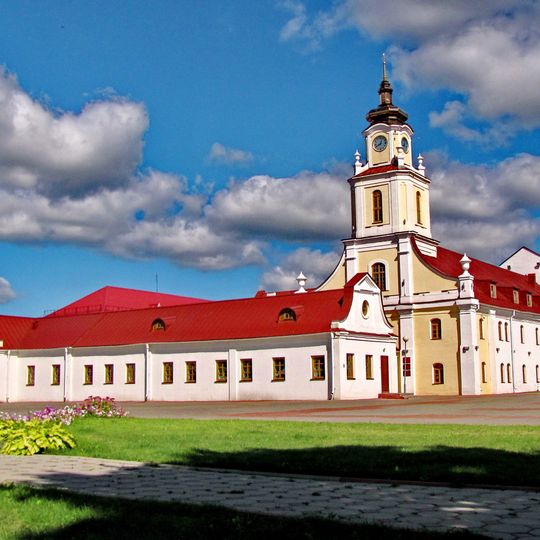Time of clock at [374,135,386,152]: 12:40
